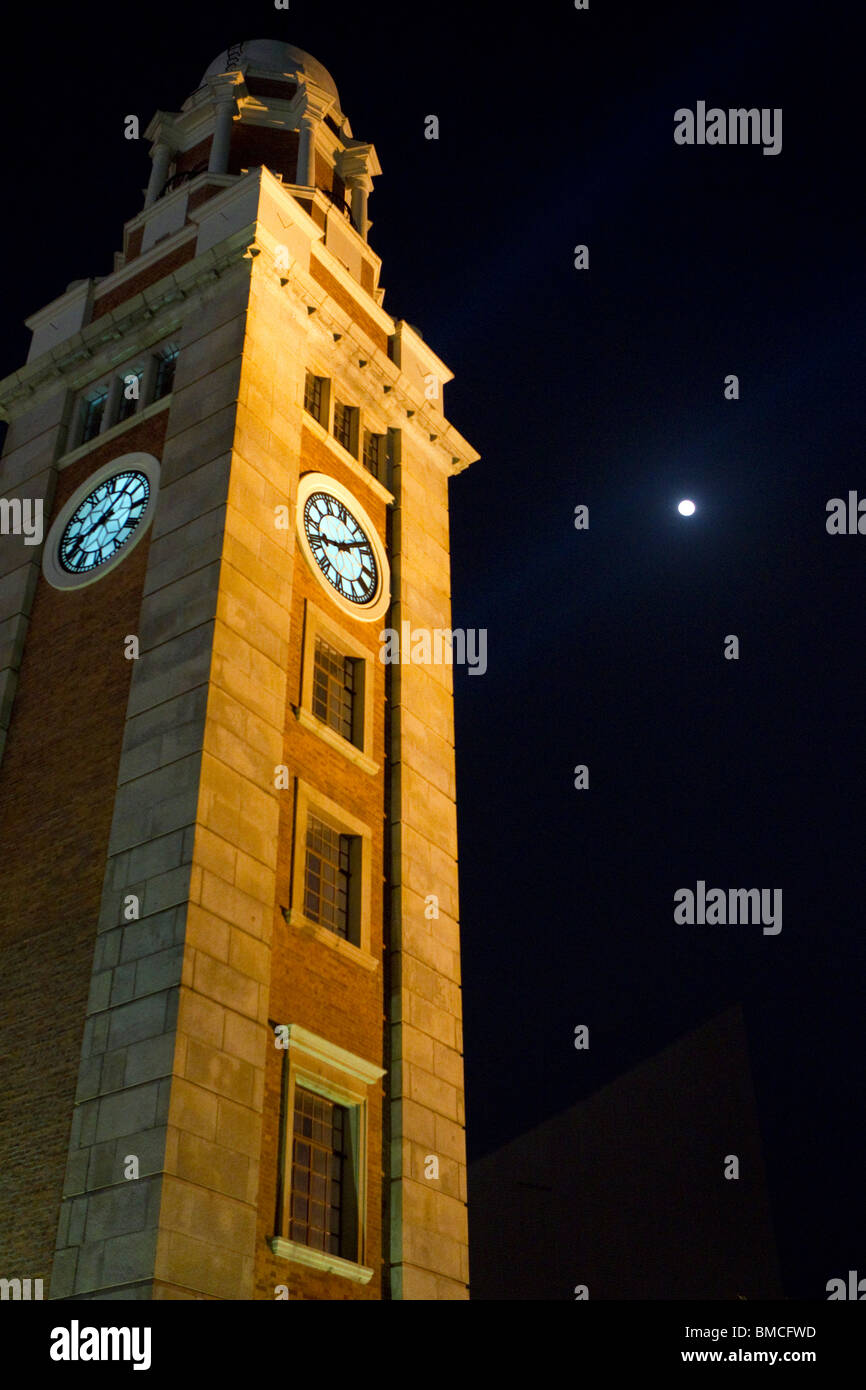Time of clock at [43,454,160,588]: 8:07
